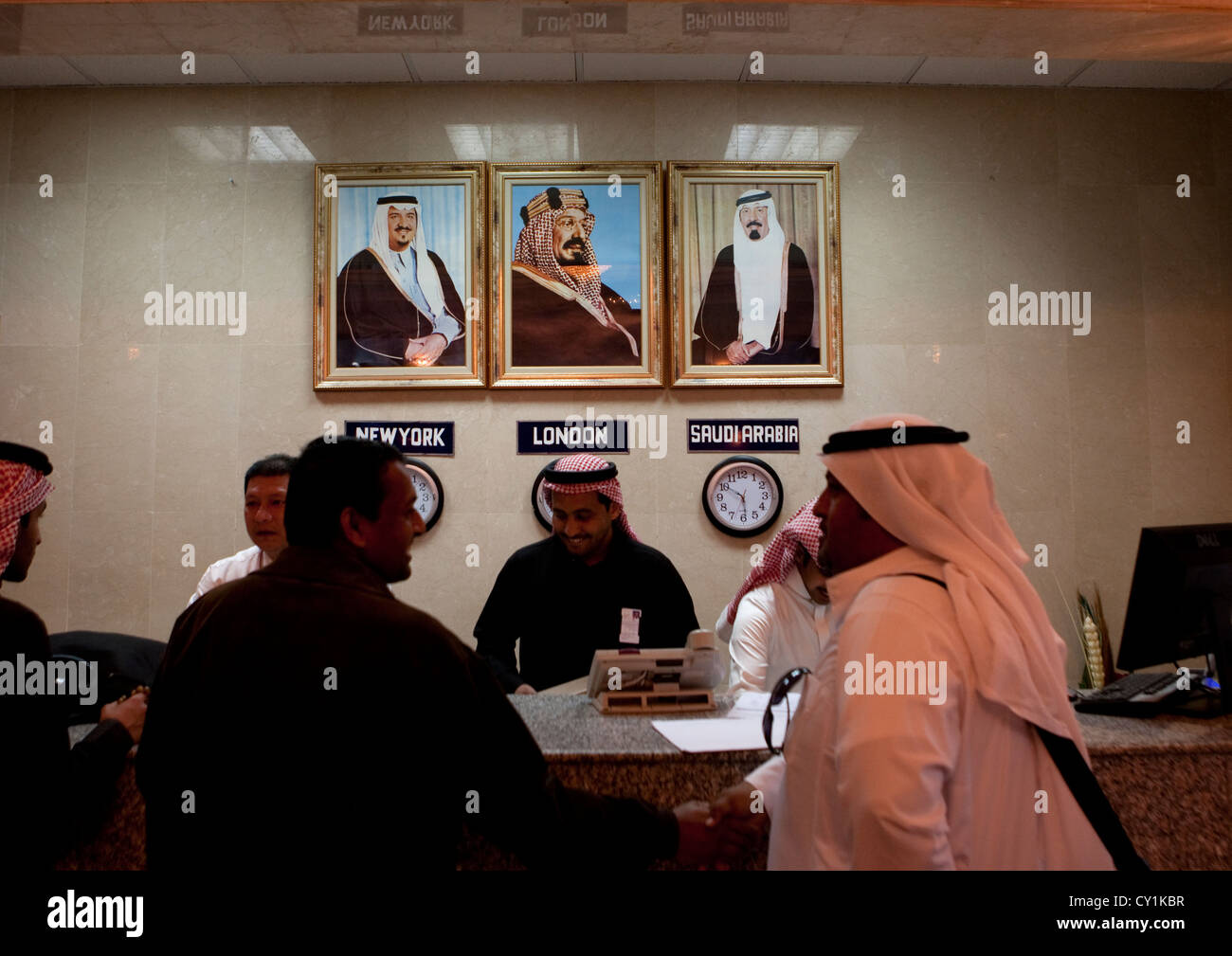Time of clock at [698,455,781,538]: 5:50
